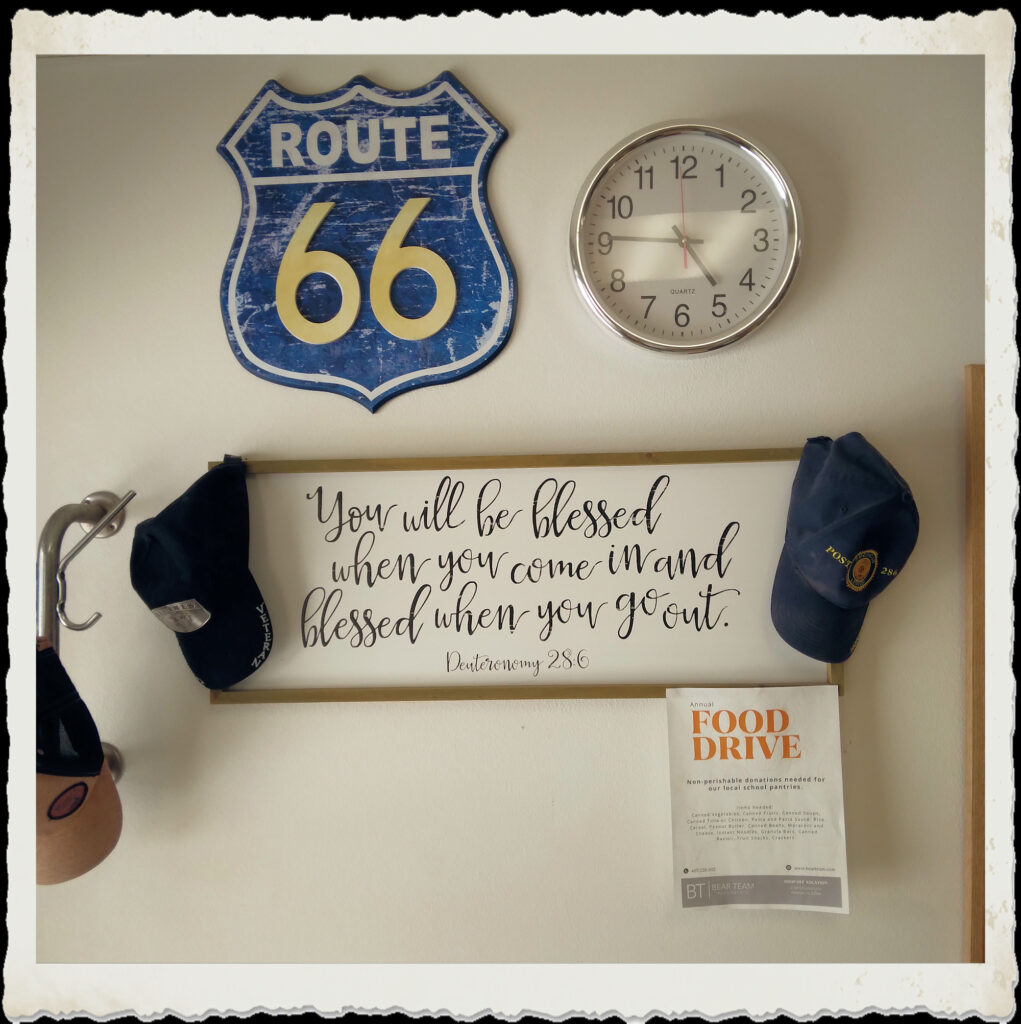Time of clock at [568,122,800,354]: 4:45
